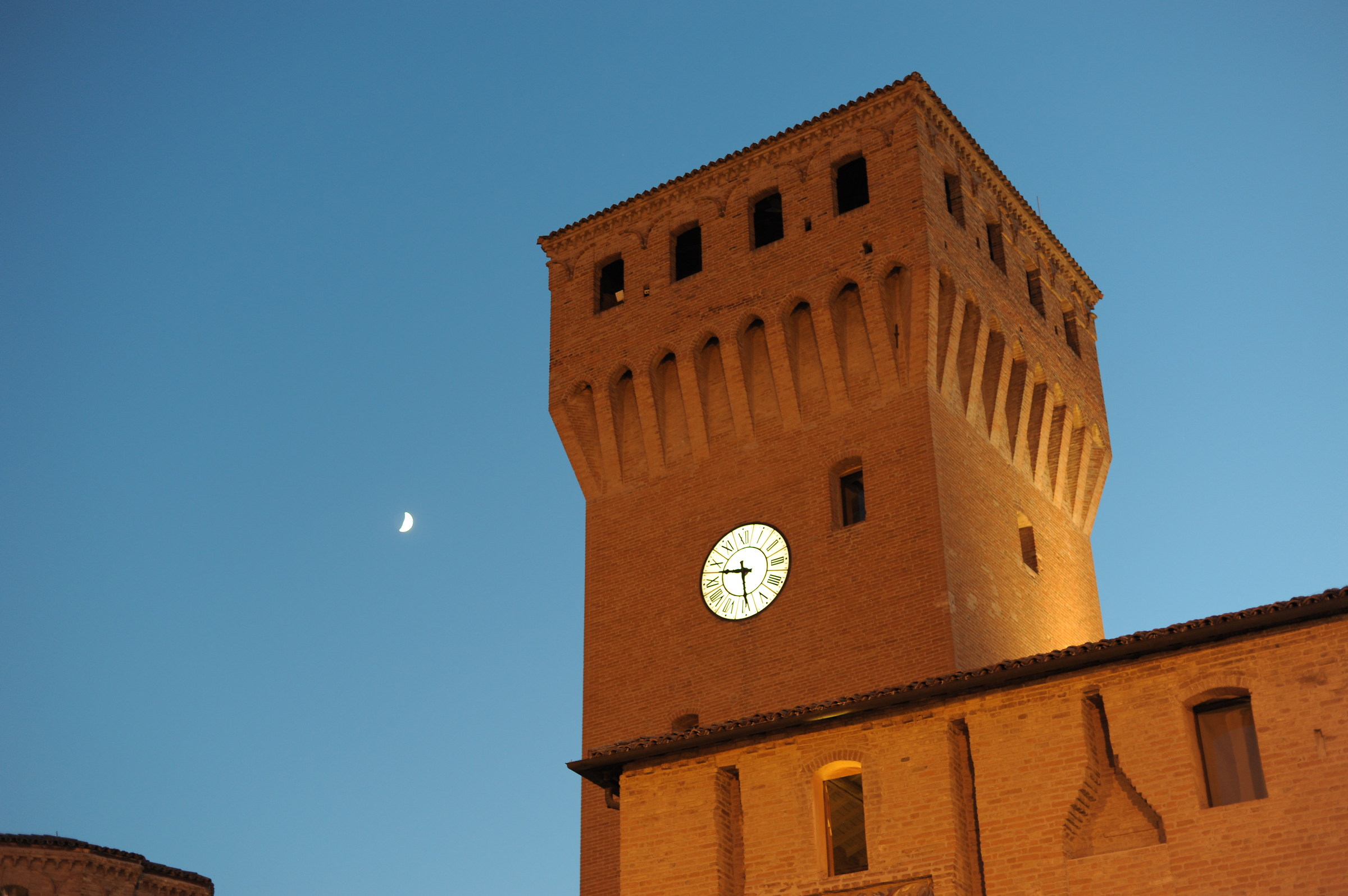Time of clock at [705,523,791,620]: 9:29
